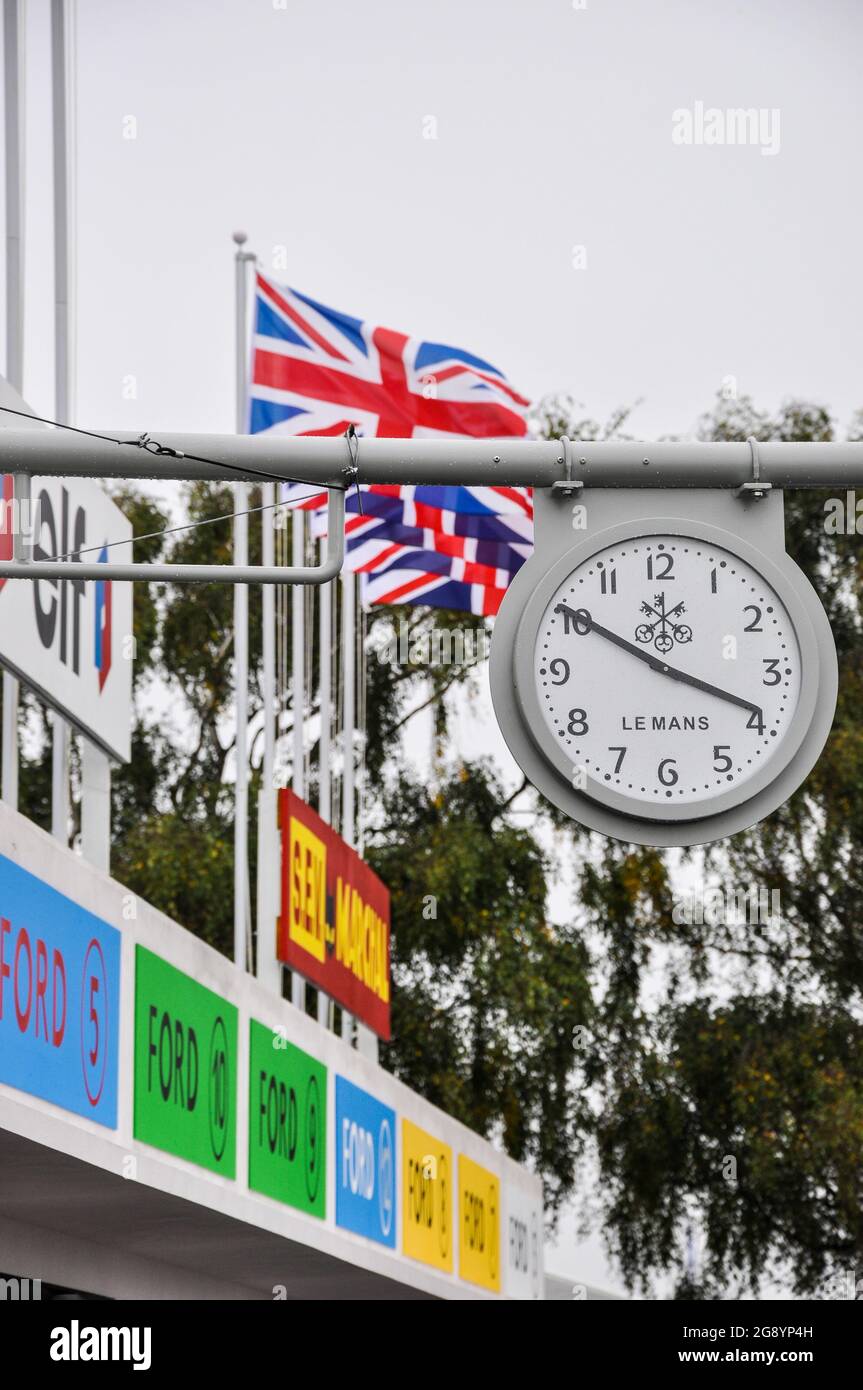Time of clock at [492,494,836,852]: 3:50
